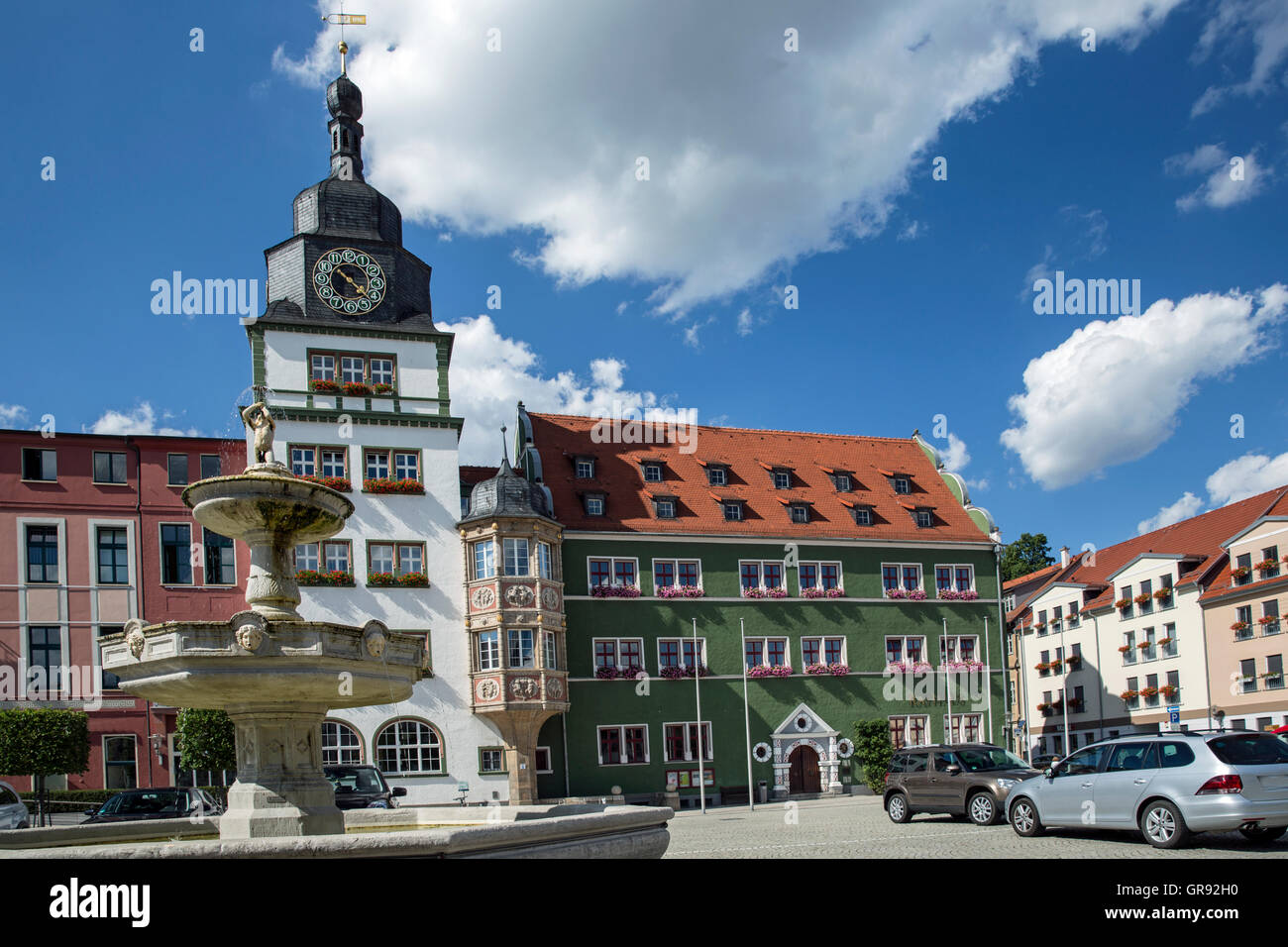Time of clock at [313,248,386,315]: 4:22
